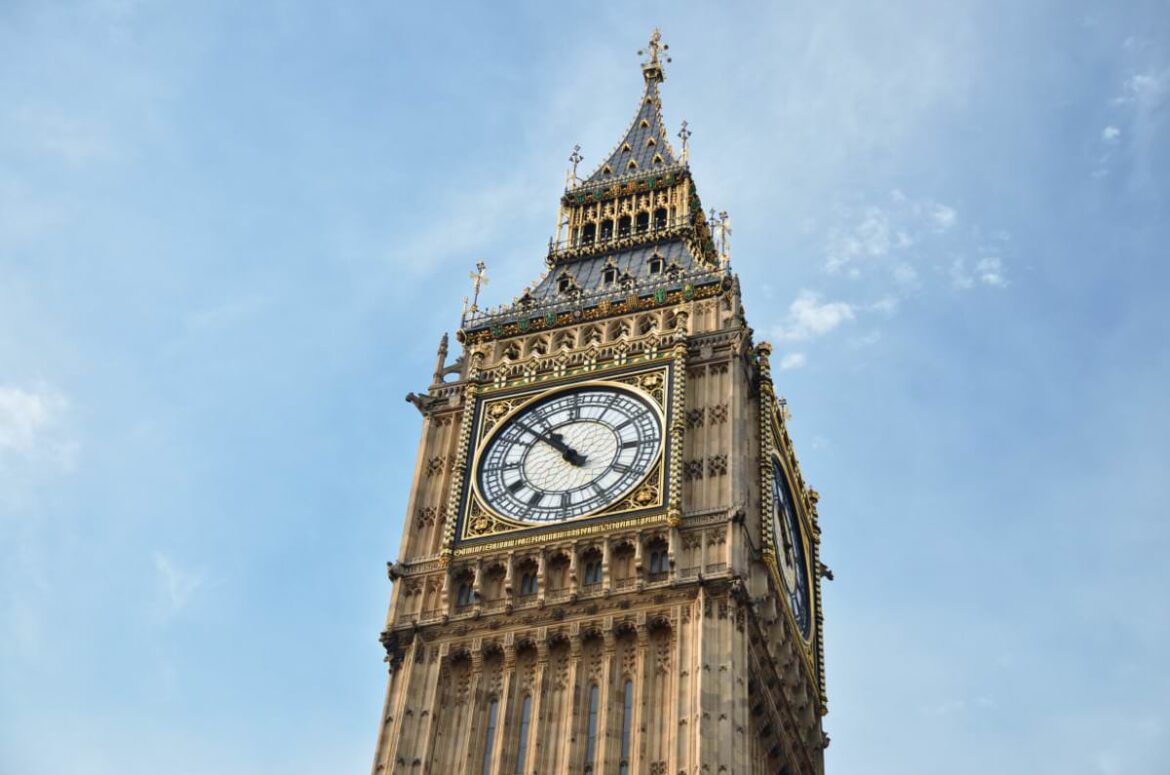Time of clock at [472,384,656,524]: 10:52
